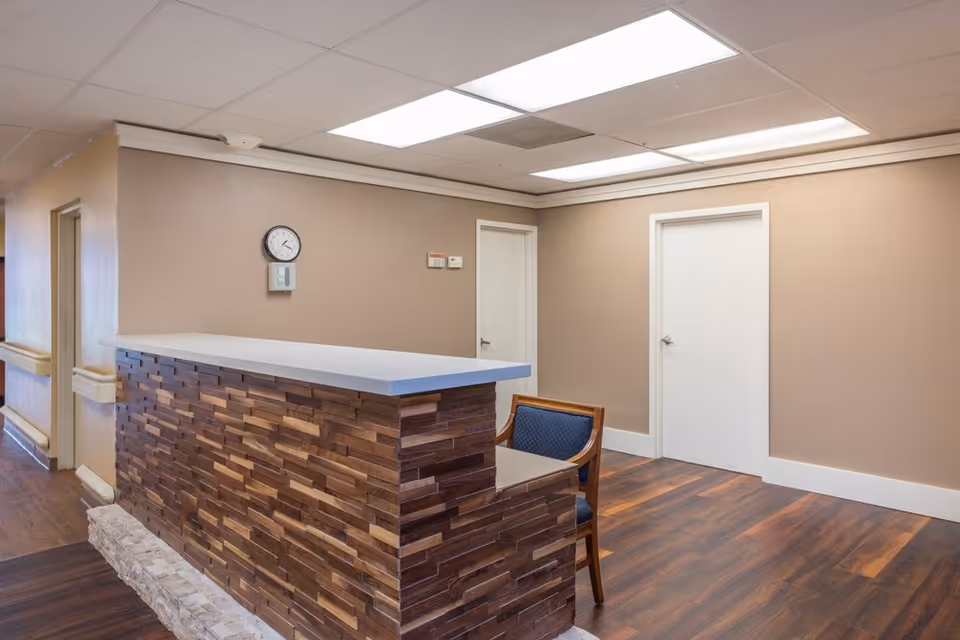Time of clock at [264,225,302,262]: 1:18
